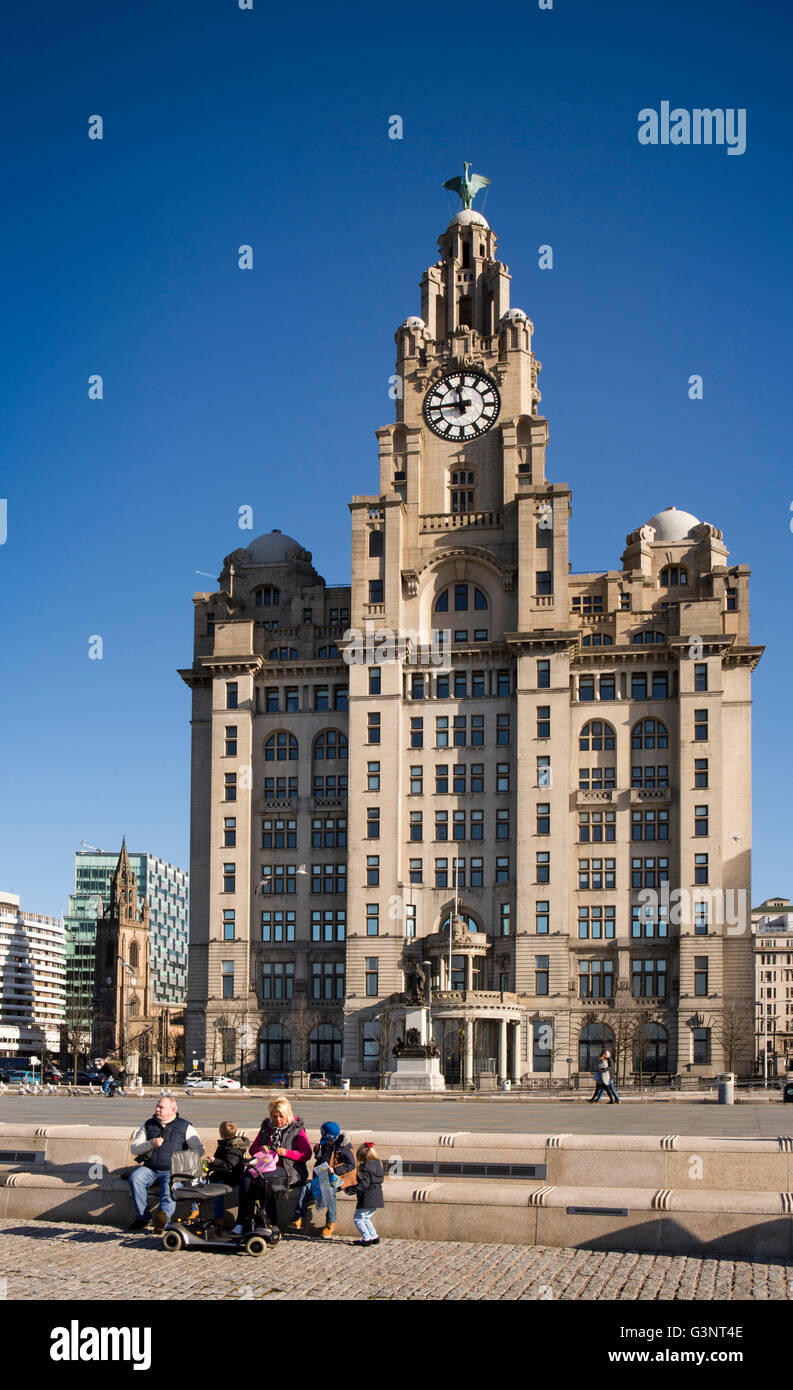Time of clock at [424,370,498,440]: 11:44
